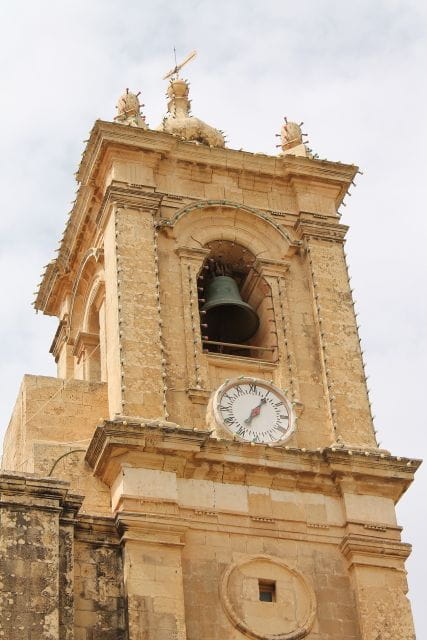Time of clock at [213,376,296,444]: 7:05
